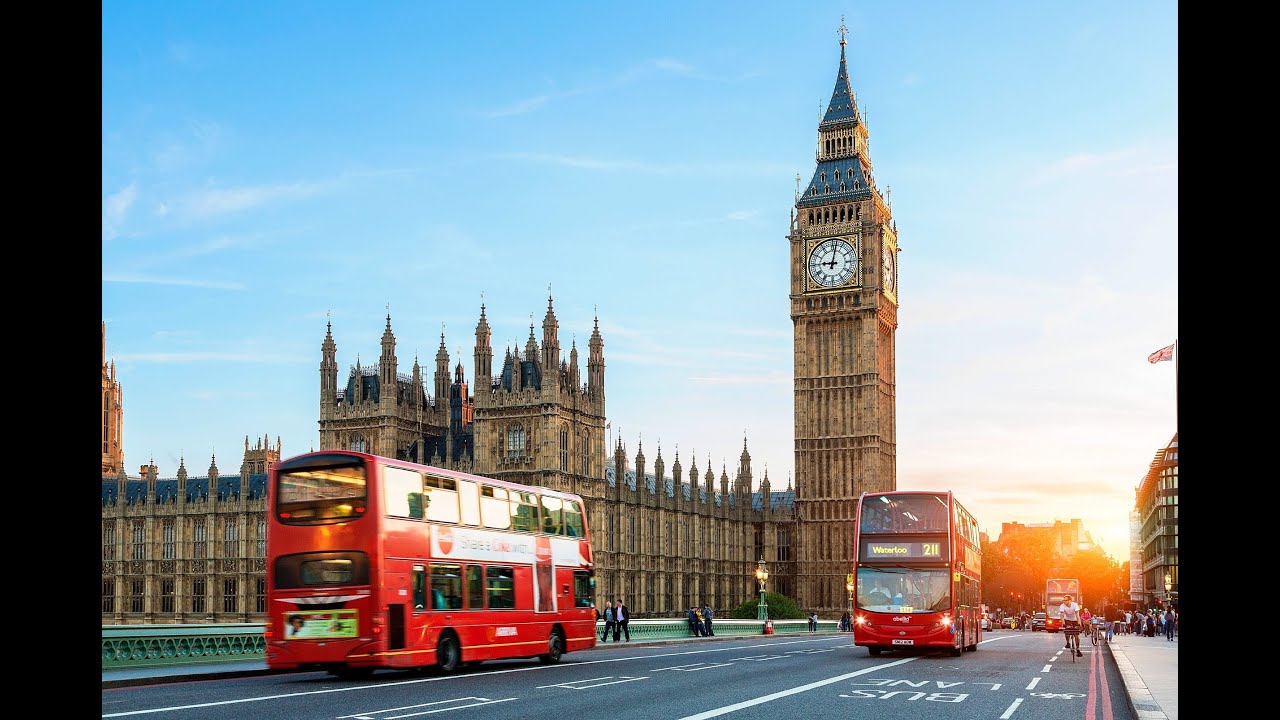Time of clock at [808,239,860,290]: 9:01
